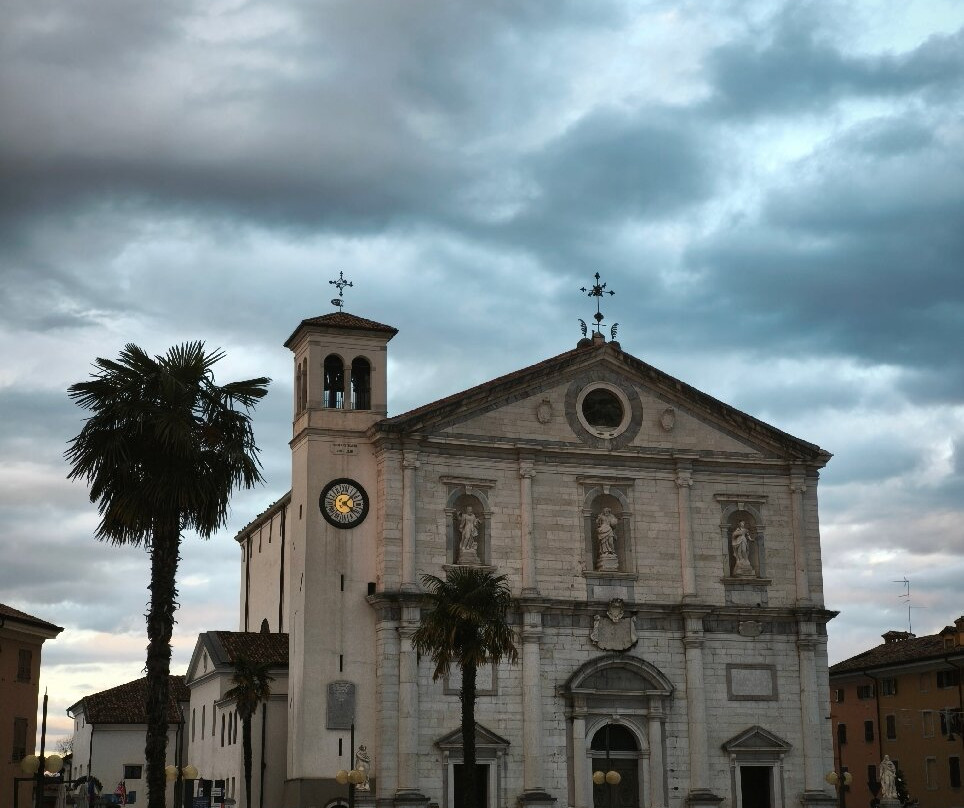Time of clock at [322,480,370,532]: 4:07
